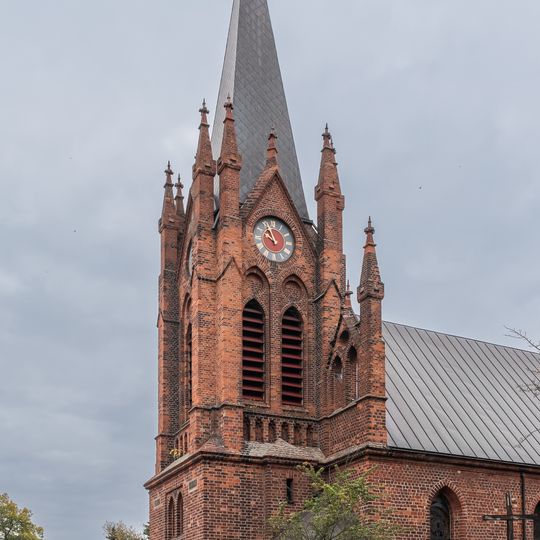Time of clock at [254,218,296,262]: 9:56
